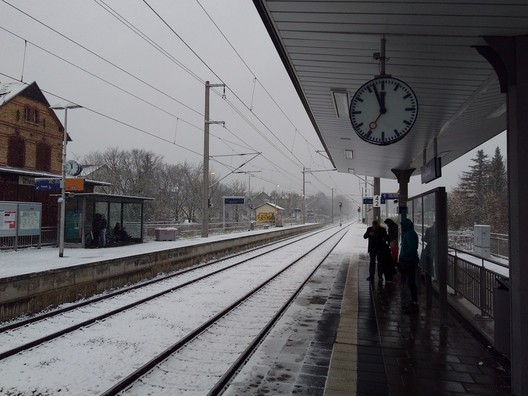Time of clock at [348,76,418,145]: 11:56
